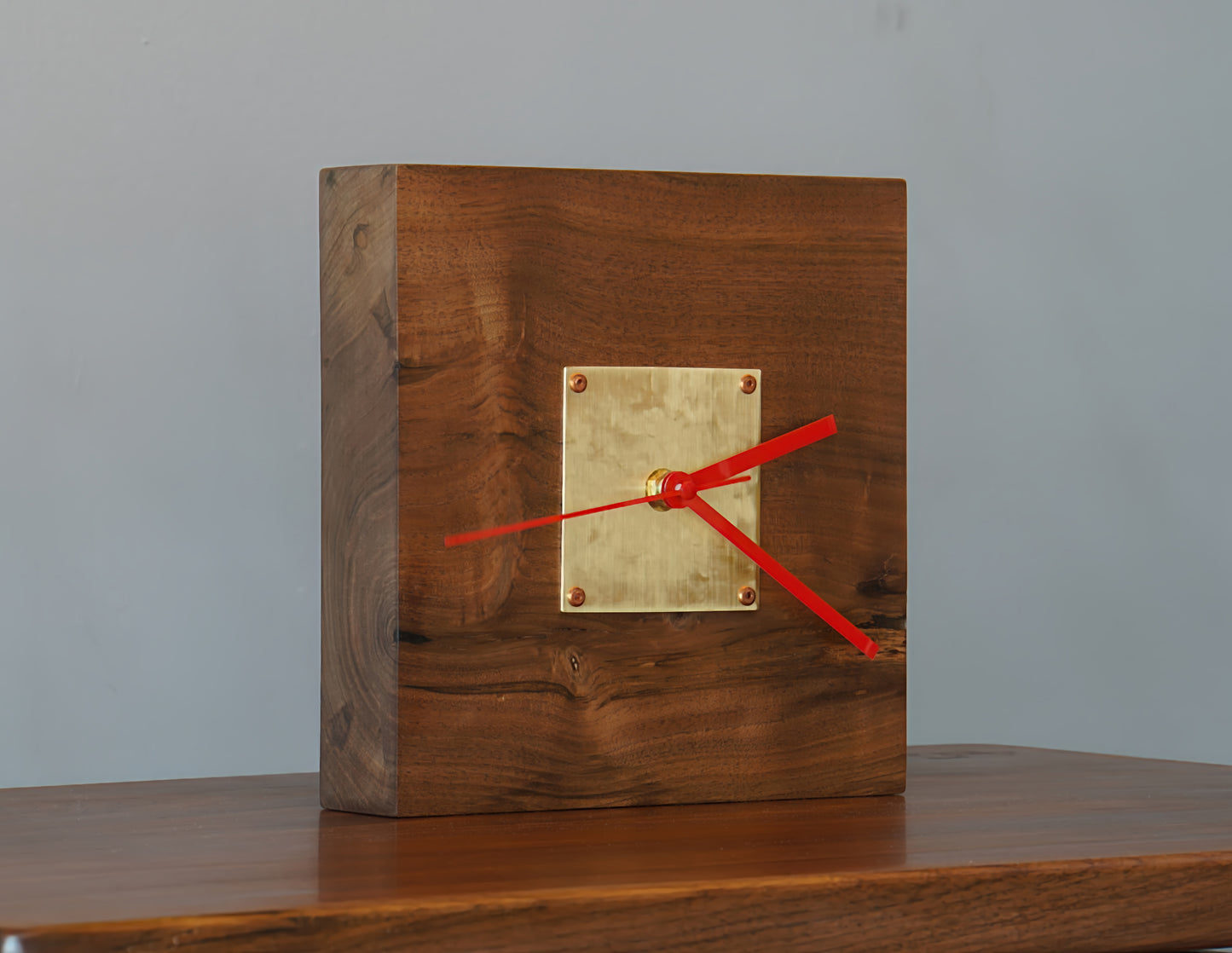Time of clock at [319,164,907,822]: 2:21
